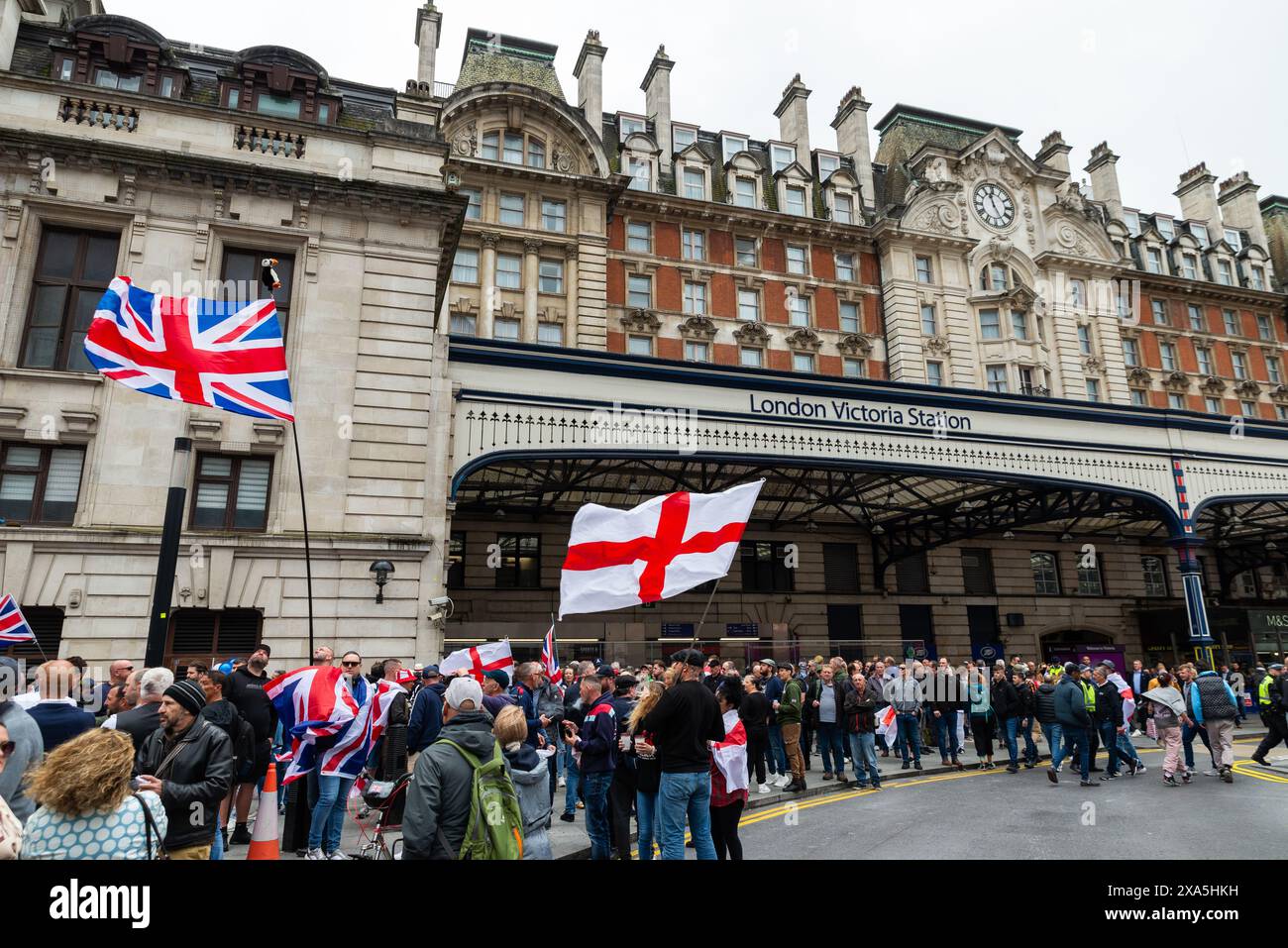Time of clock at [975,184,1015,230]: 11:25
